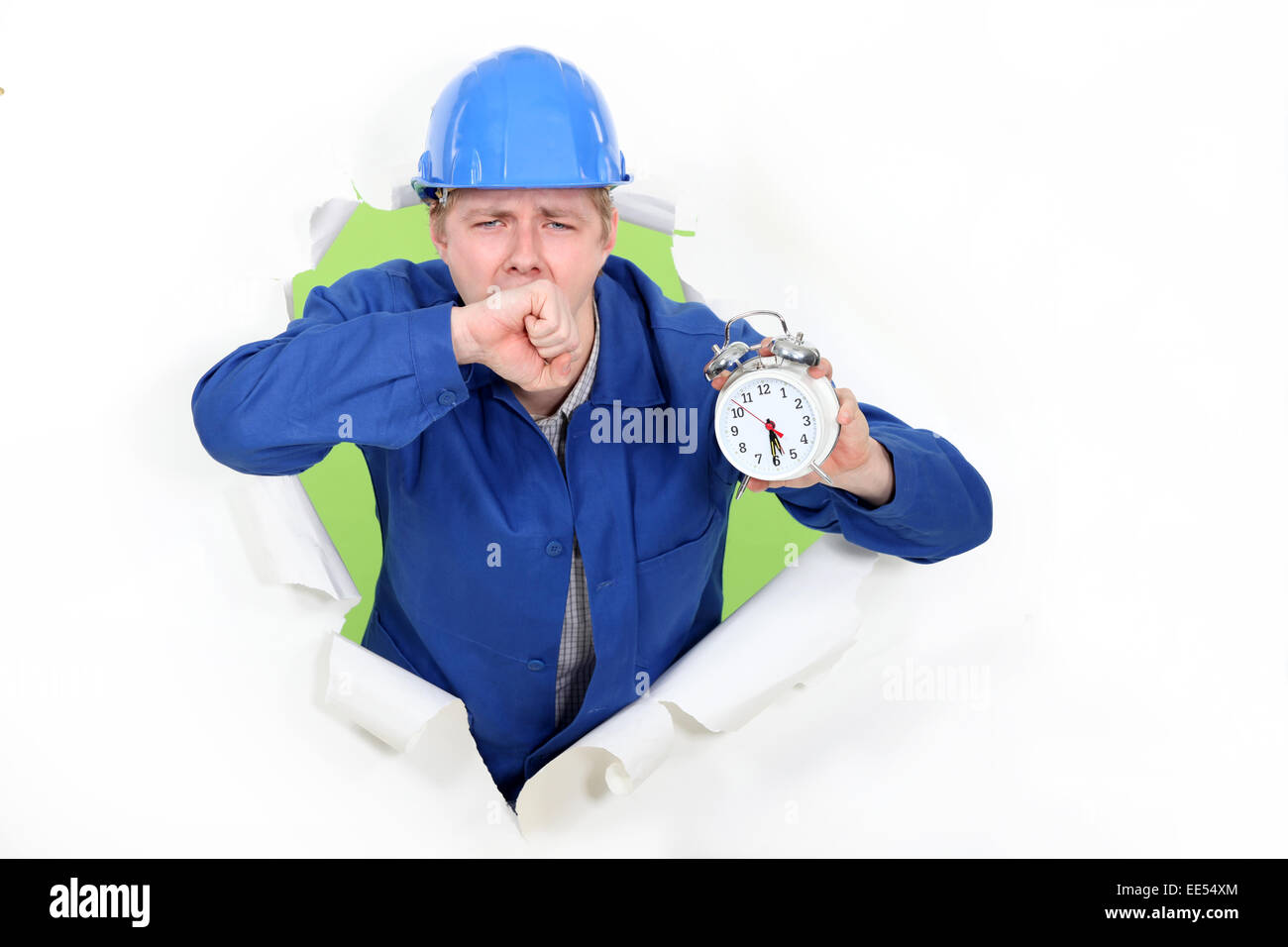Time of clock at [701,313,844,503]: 5:30
